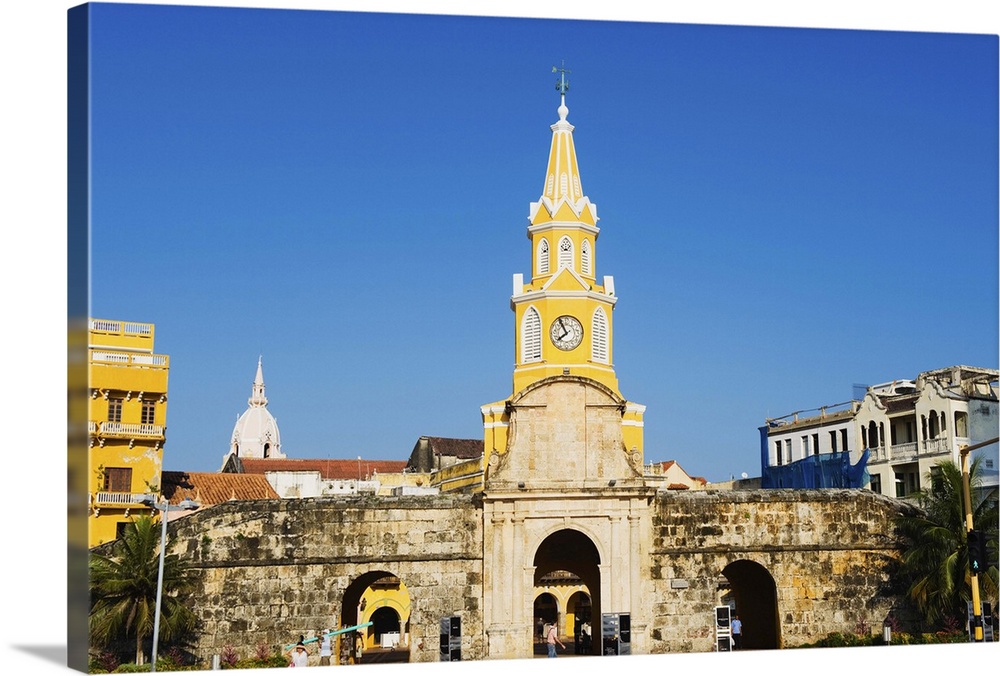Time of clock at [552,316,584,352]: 7:55
